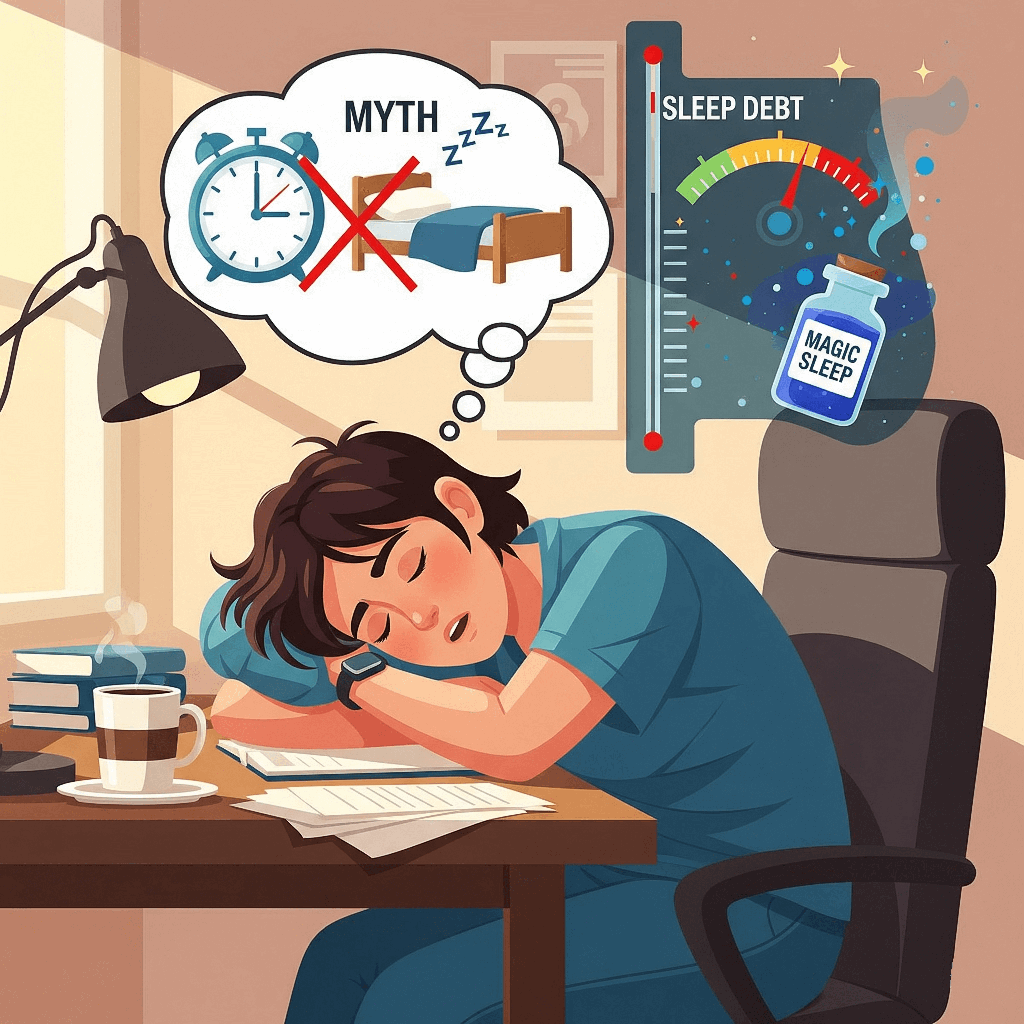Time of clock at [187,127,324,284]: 3:00
